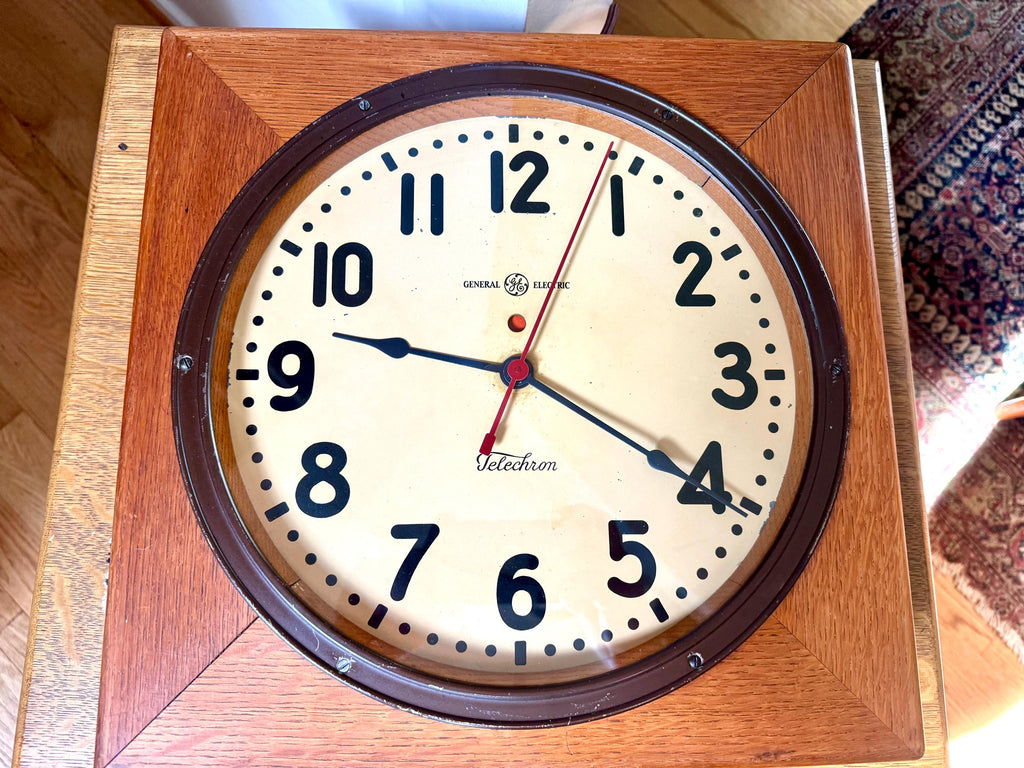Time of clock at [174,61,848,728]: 9:20
